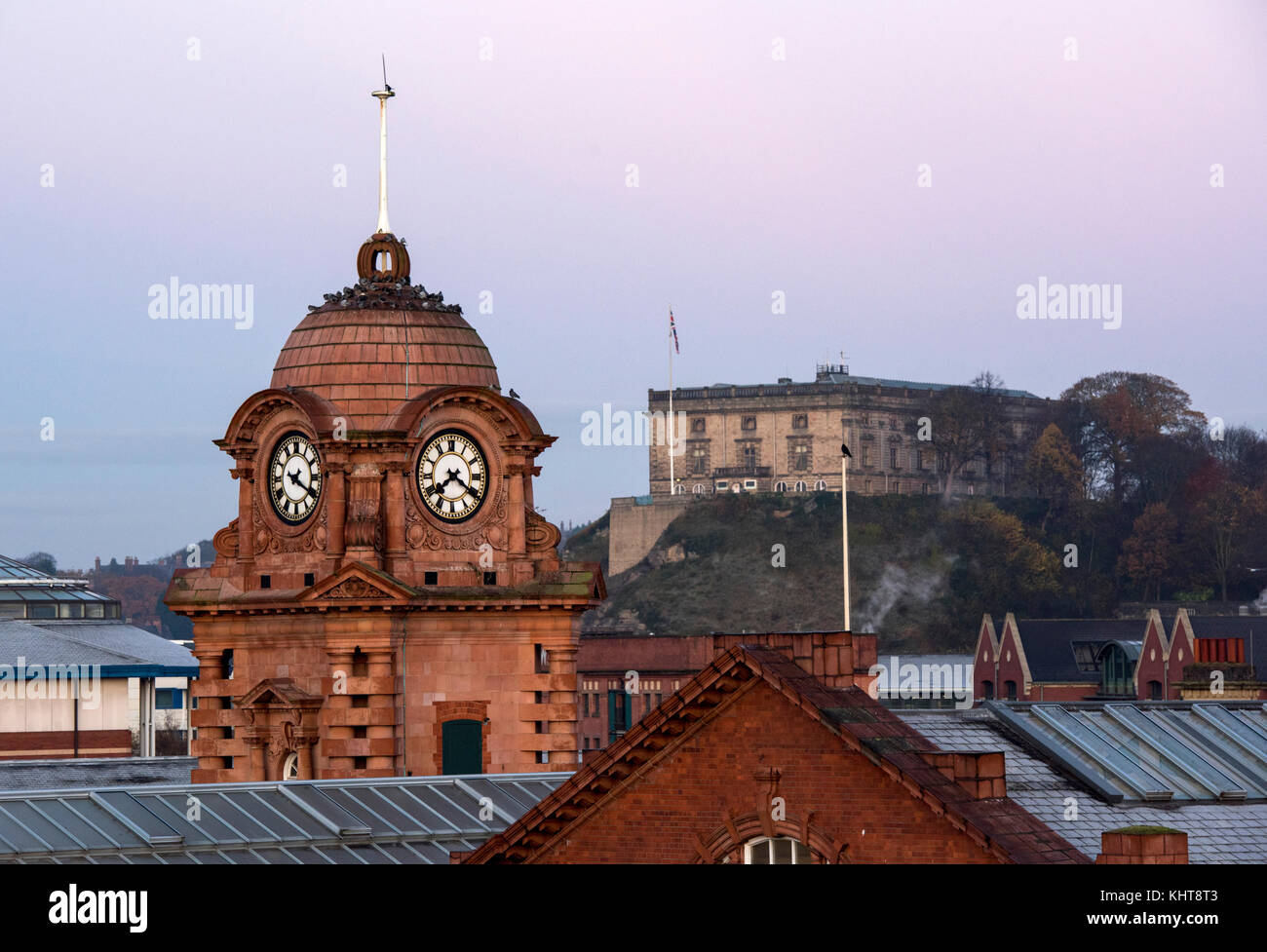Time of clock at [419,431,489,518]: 7:20
